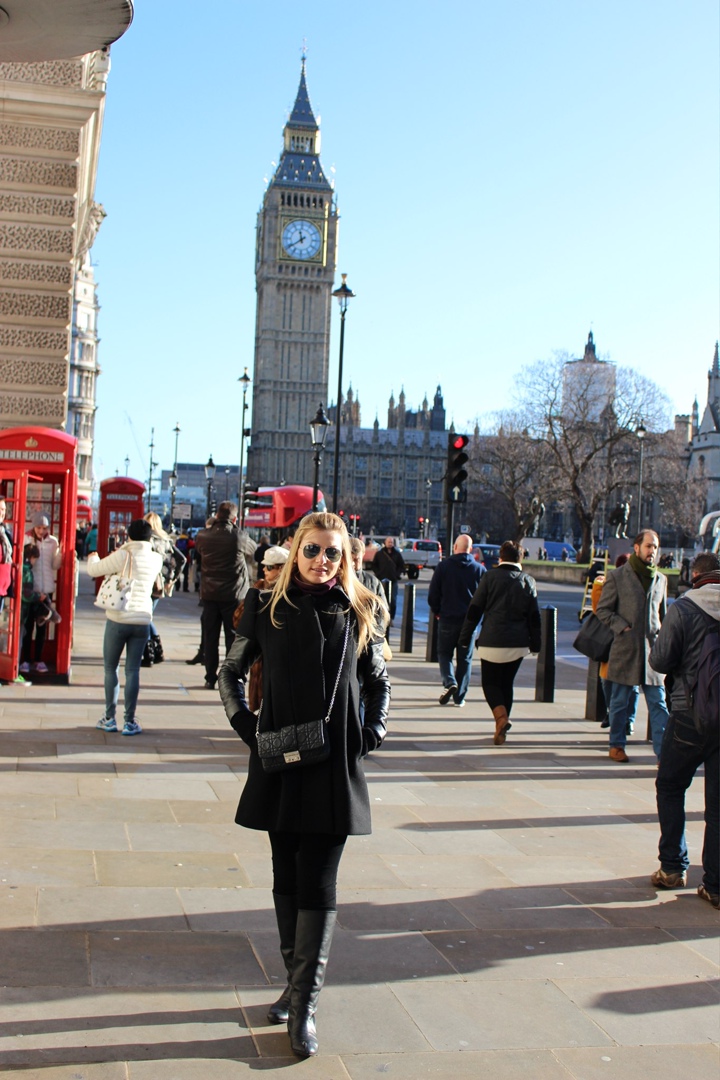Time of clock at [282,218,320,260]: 11:39
